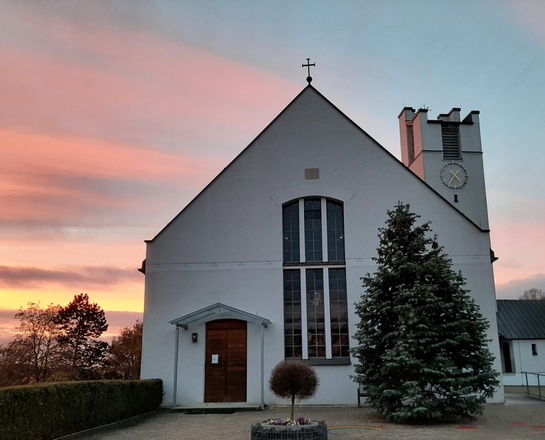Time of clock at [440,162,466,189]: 4:35
